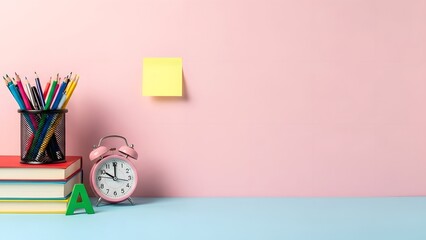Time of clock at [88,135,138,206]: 10:00
